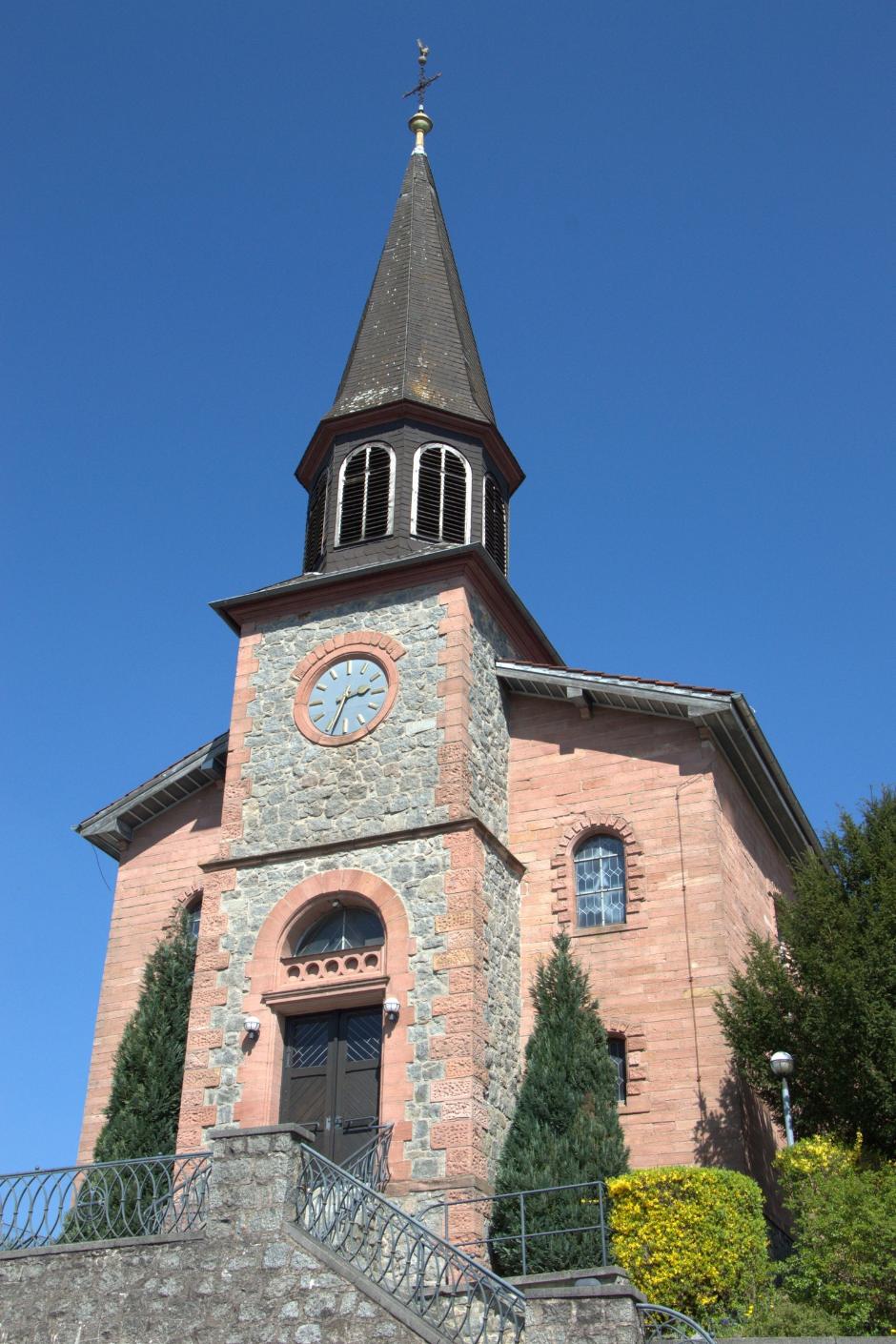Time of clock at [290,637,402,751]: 2:33
